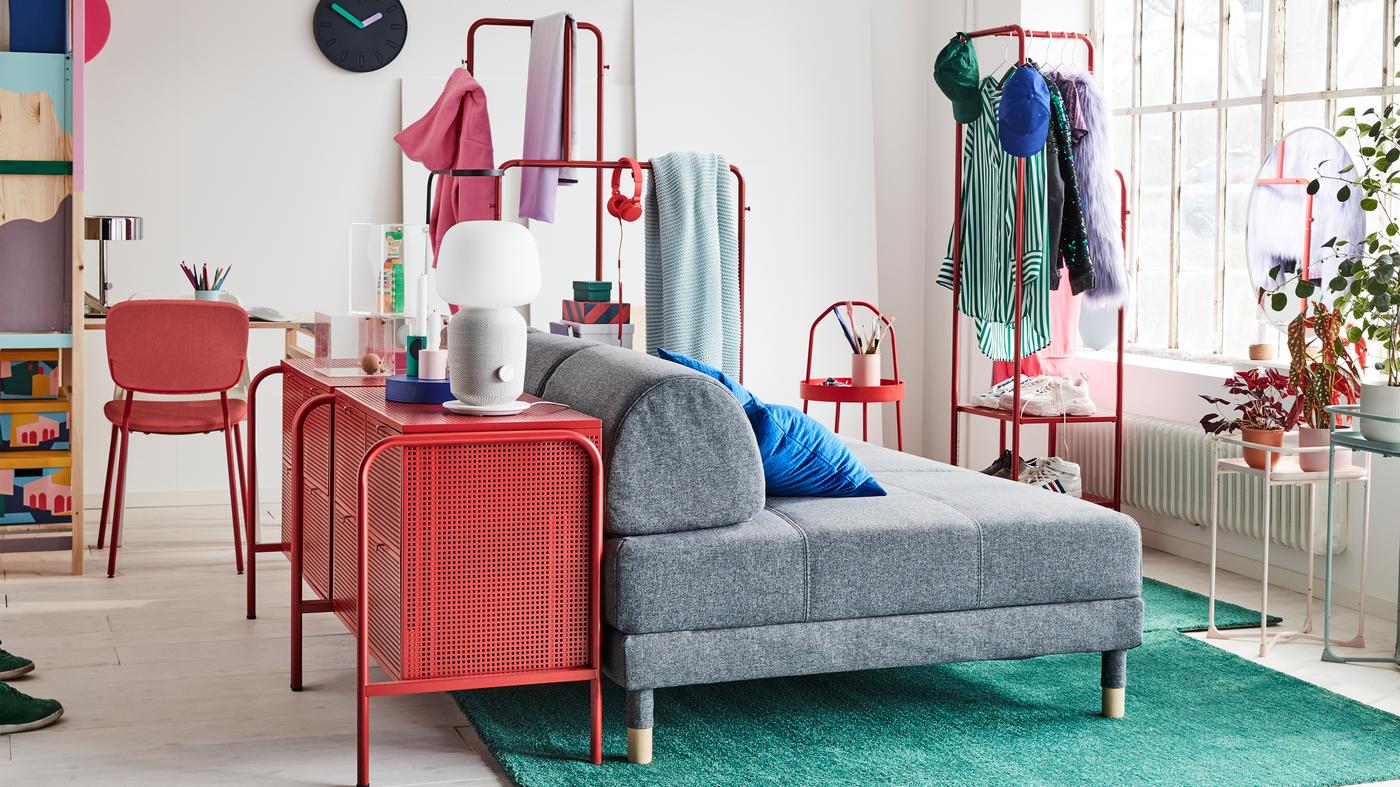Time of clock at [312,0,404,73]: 1:50
